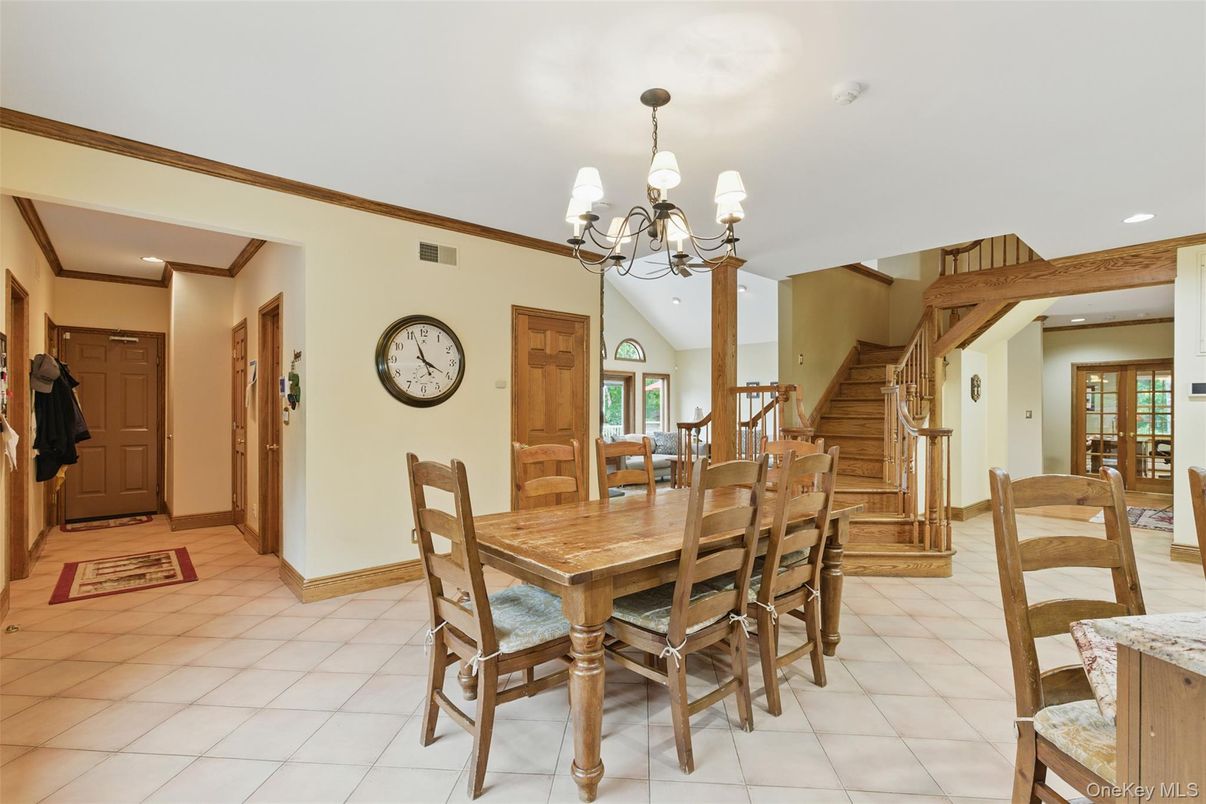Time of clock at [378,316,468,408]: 3:56
